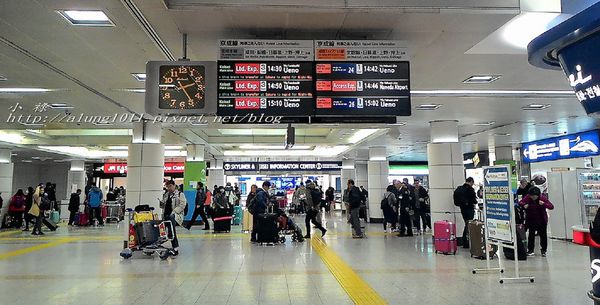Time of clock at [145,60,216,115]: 2:24
